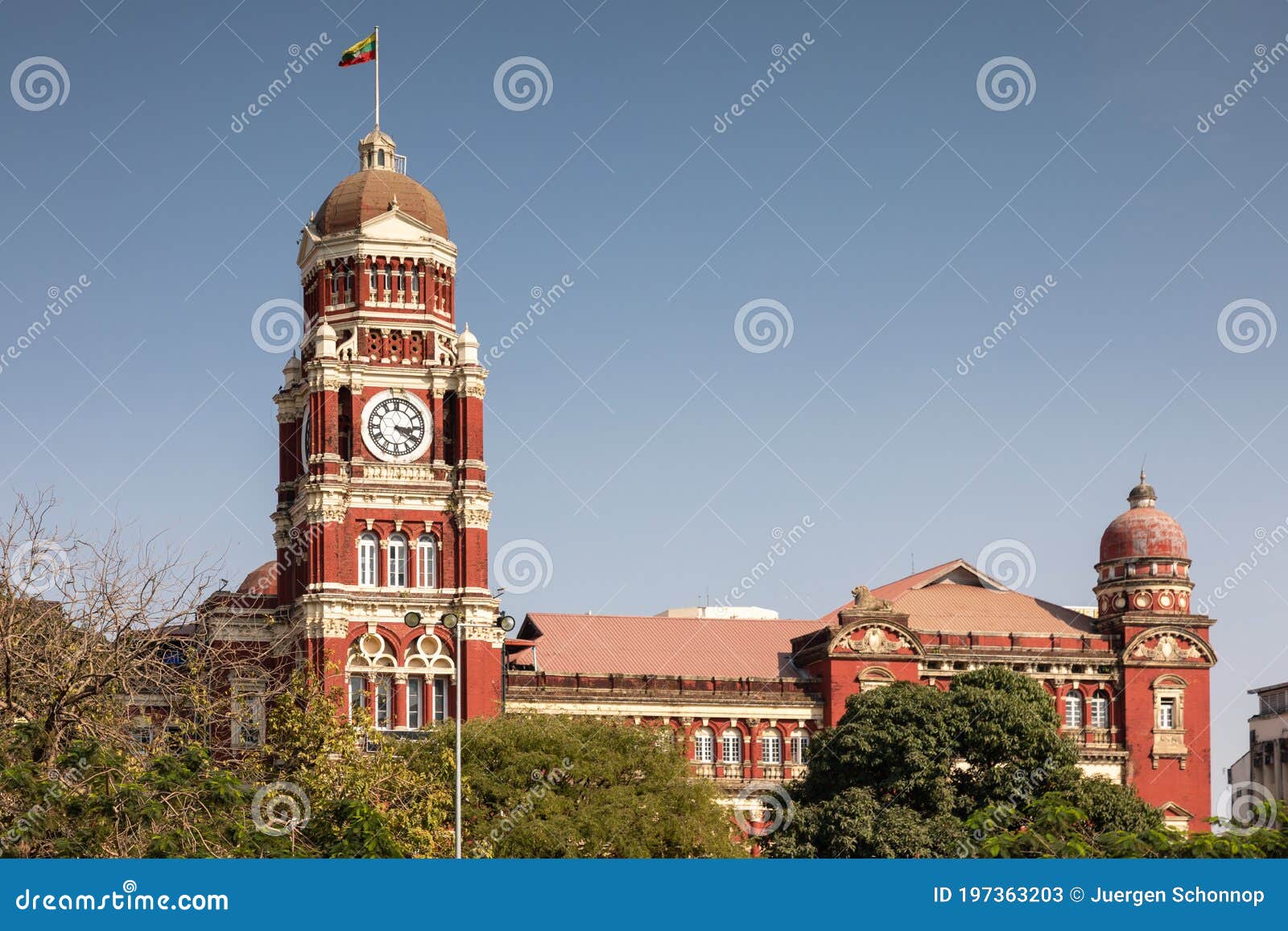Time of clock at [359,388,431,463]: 3:20
